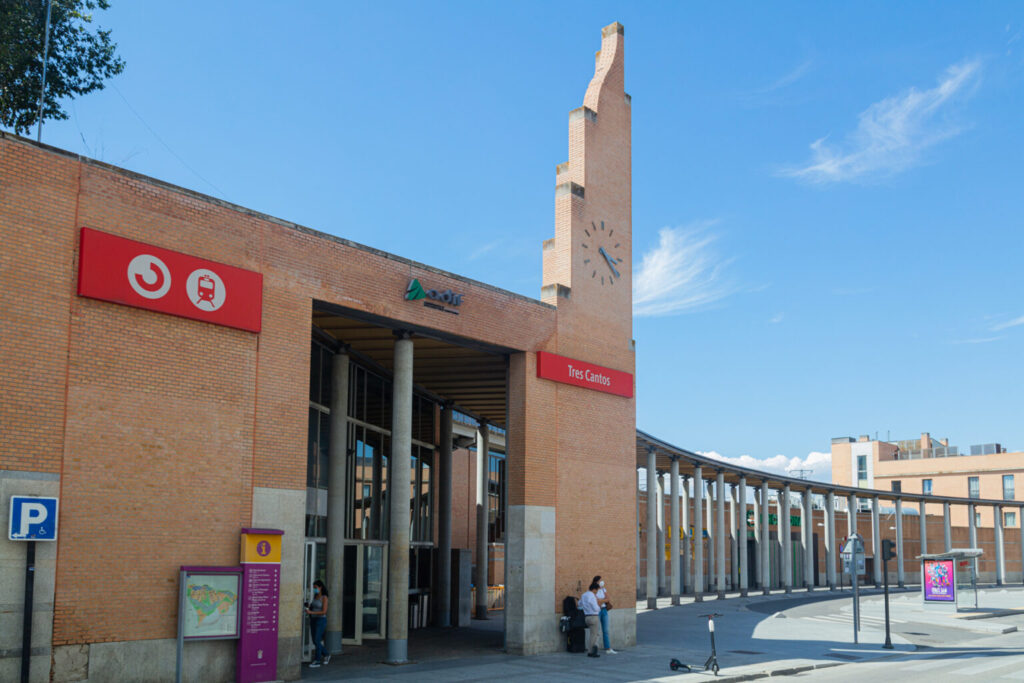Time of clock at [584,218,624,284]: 3:22
